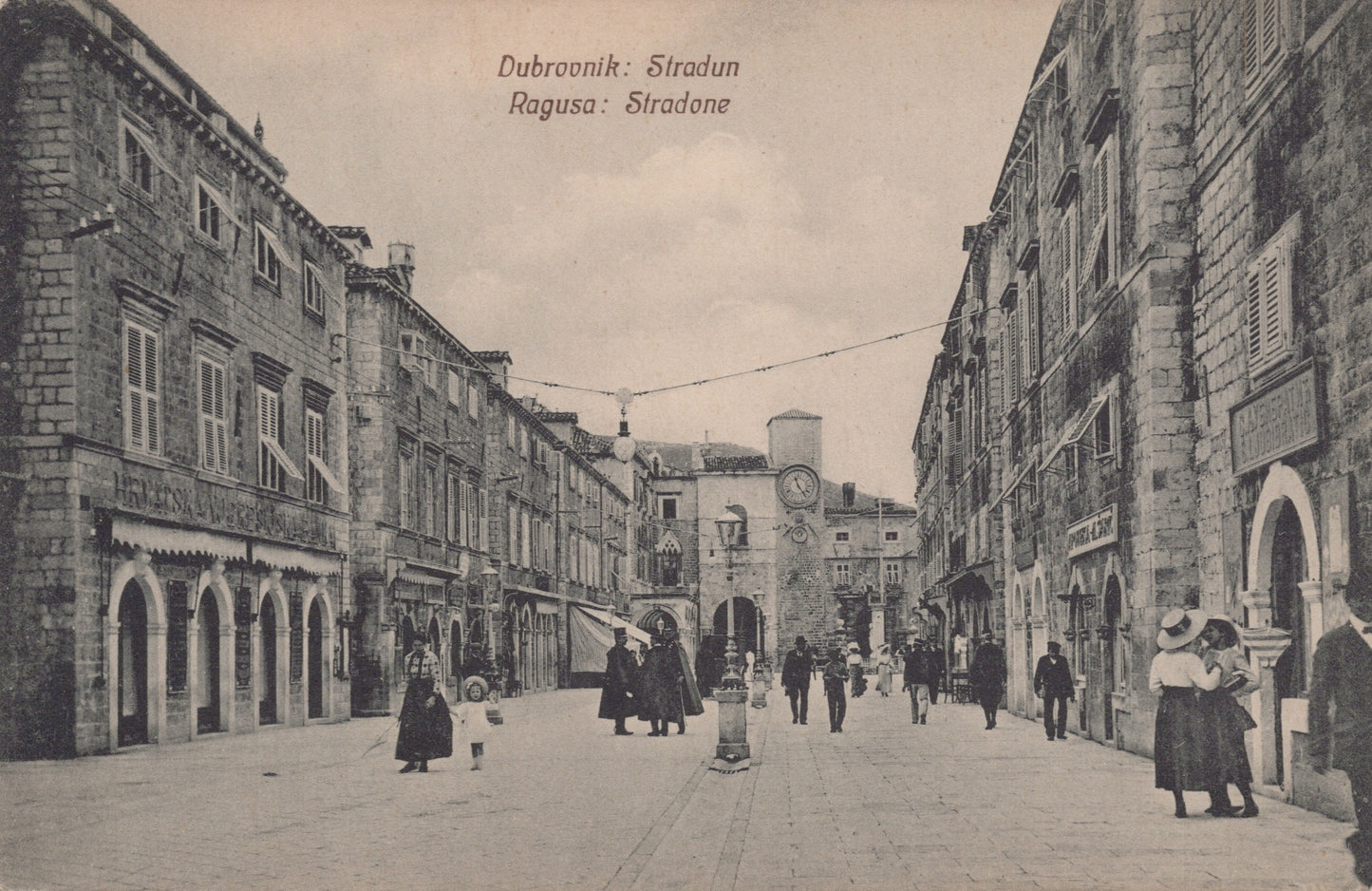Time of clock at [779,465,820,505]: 11:23
